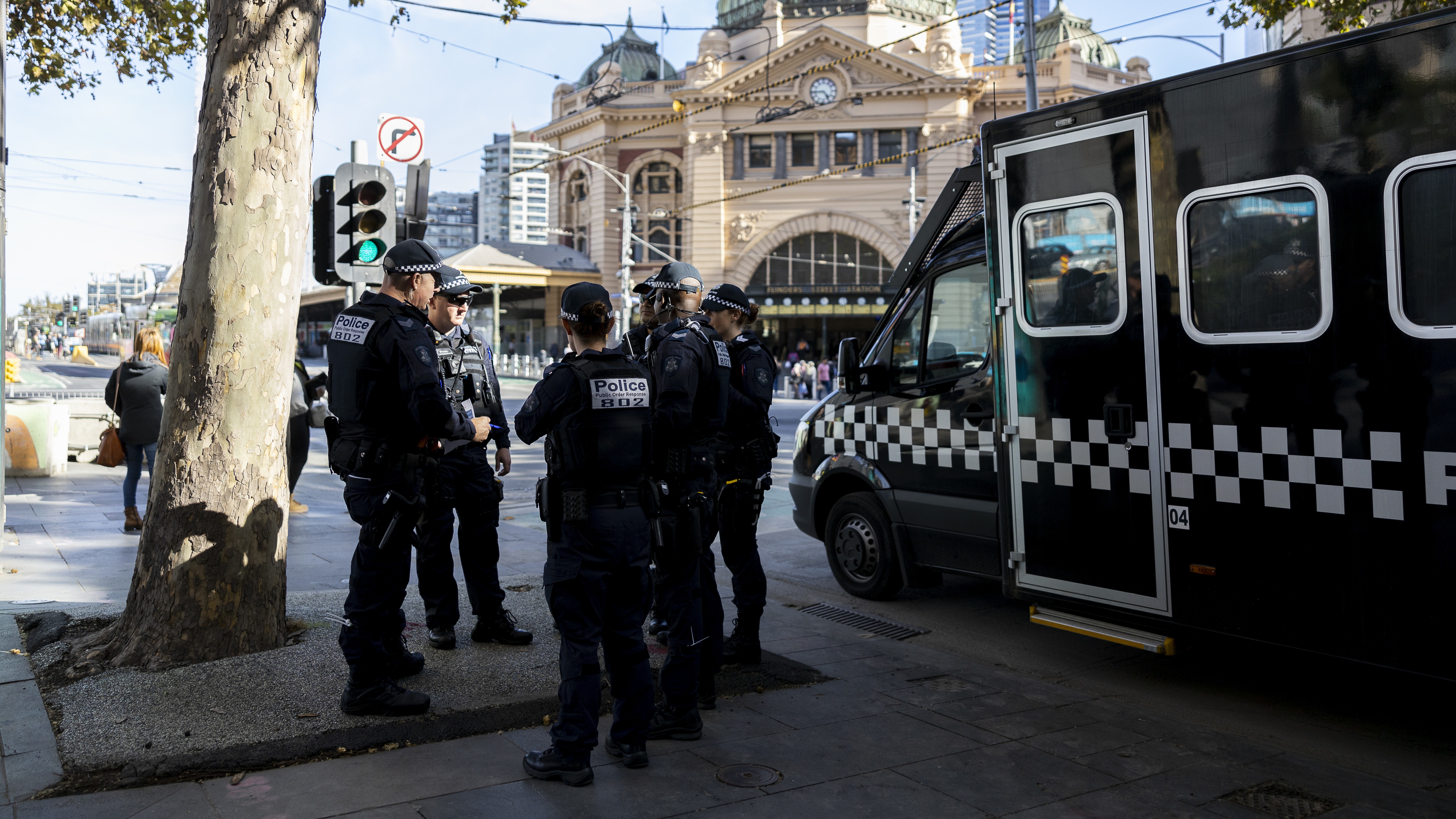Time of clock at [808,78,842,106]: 4:44
